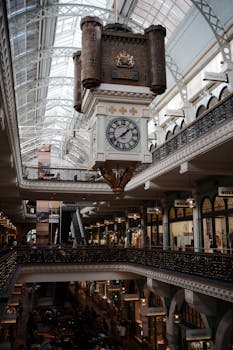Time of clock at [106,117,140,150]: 1:39
